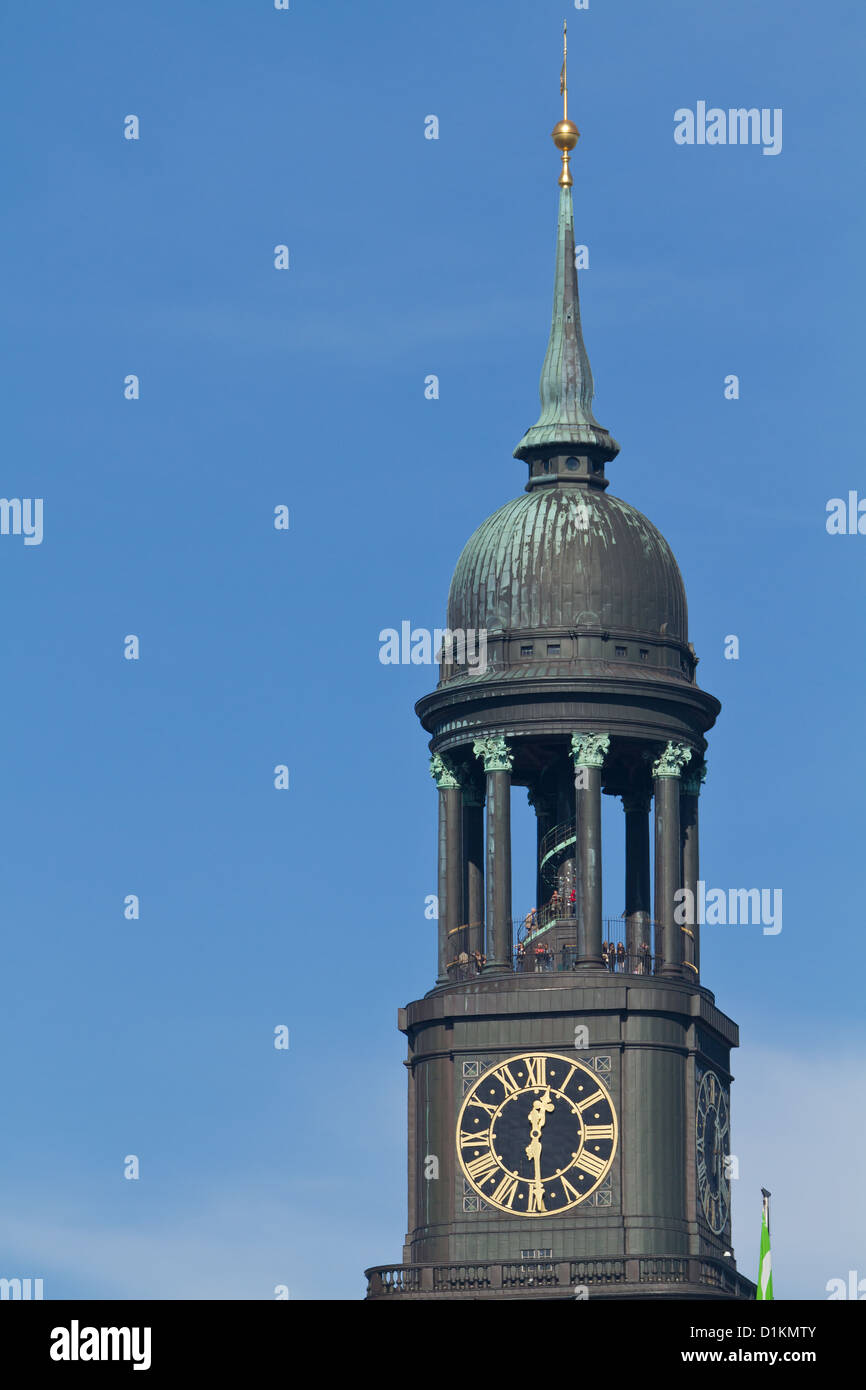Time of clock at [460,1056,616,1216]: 12:29
